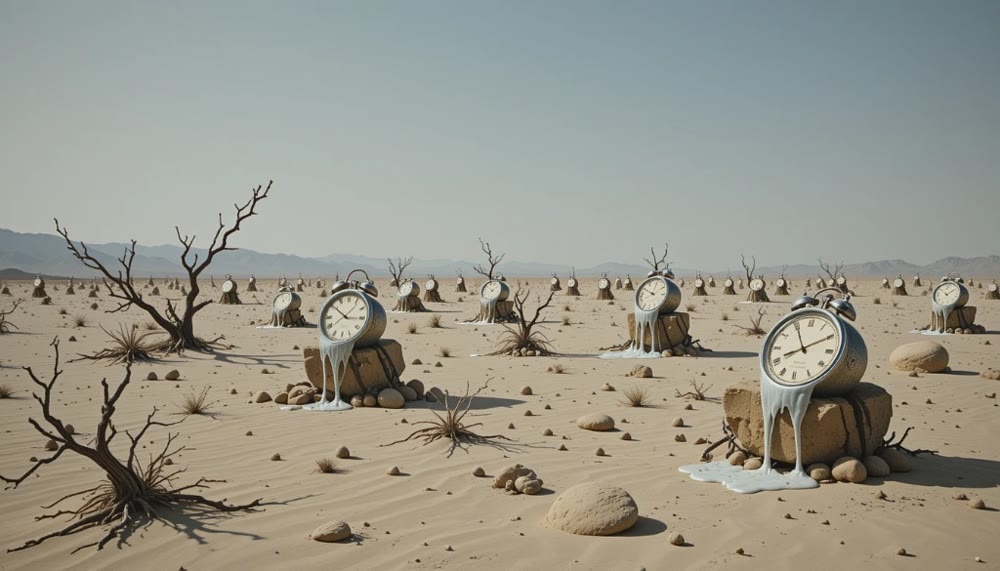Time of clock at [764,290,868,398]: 8:09
